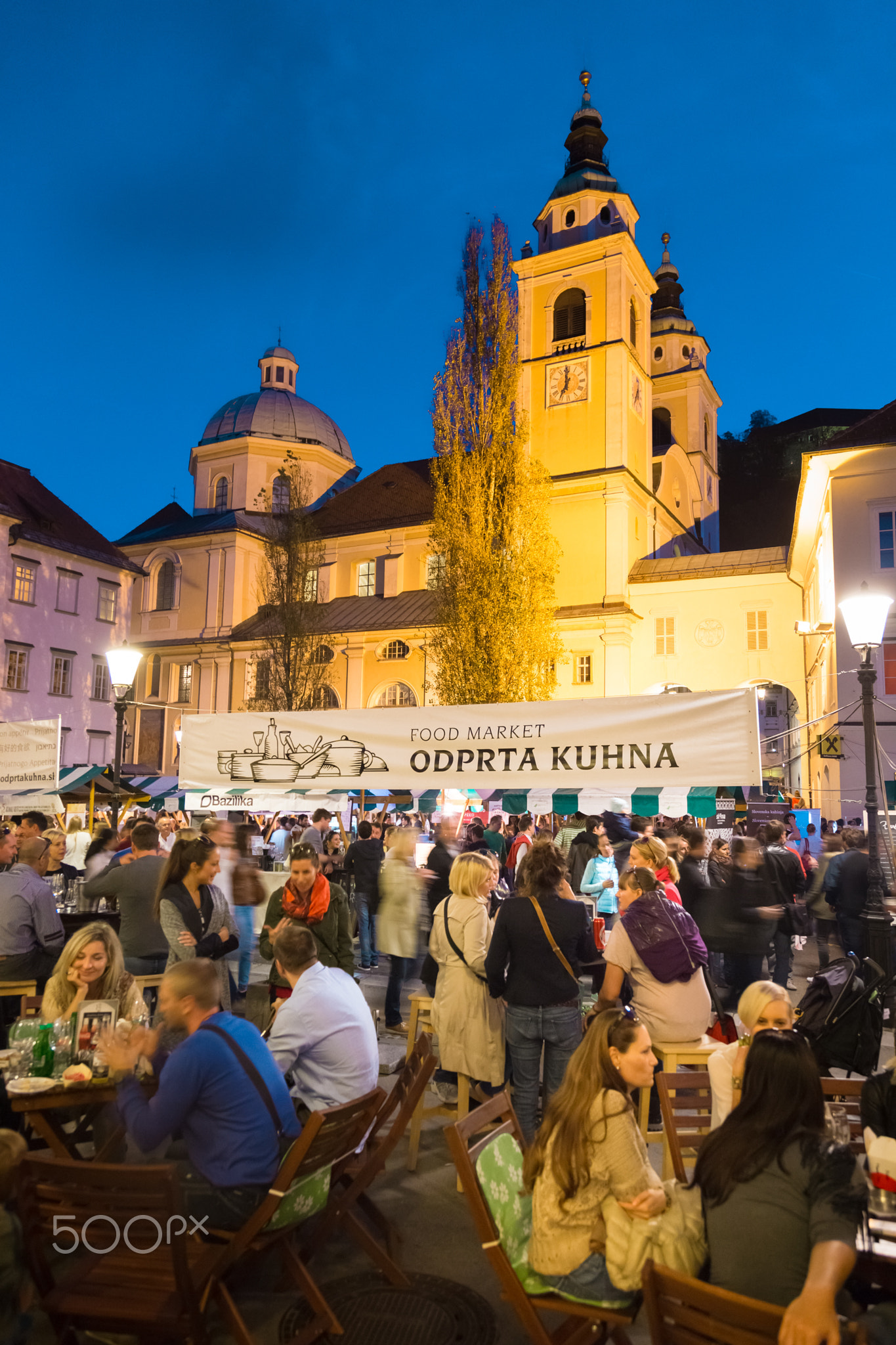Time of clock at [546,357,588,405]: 6:59
